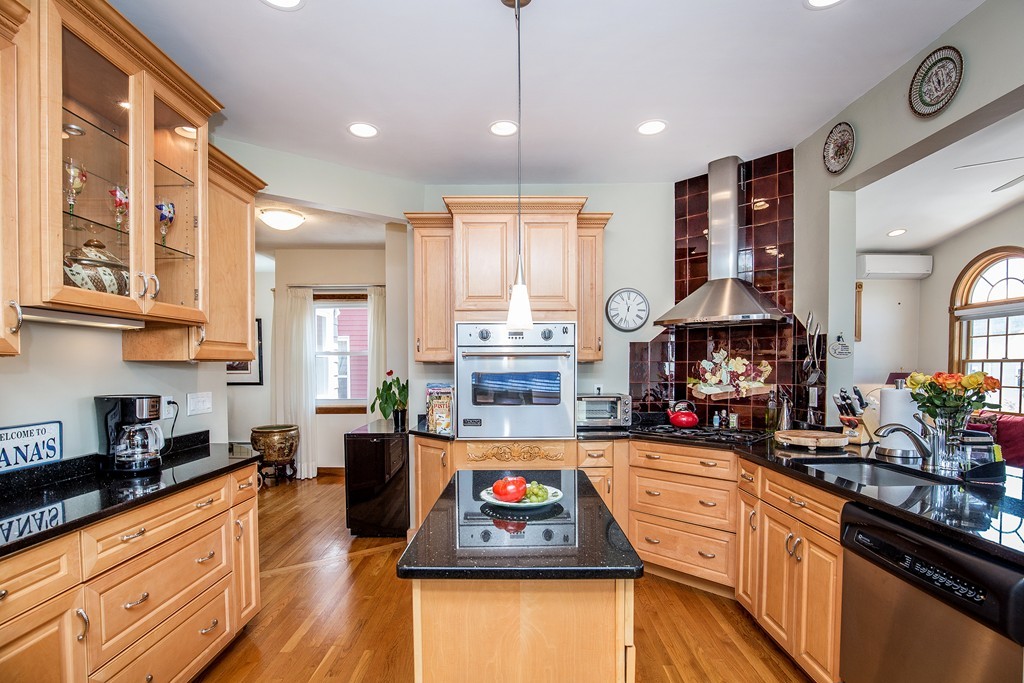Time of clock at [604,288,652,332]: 11:32
